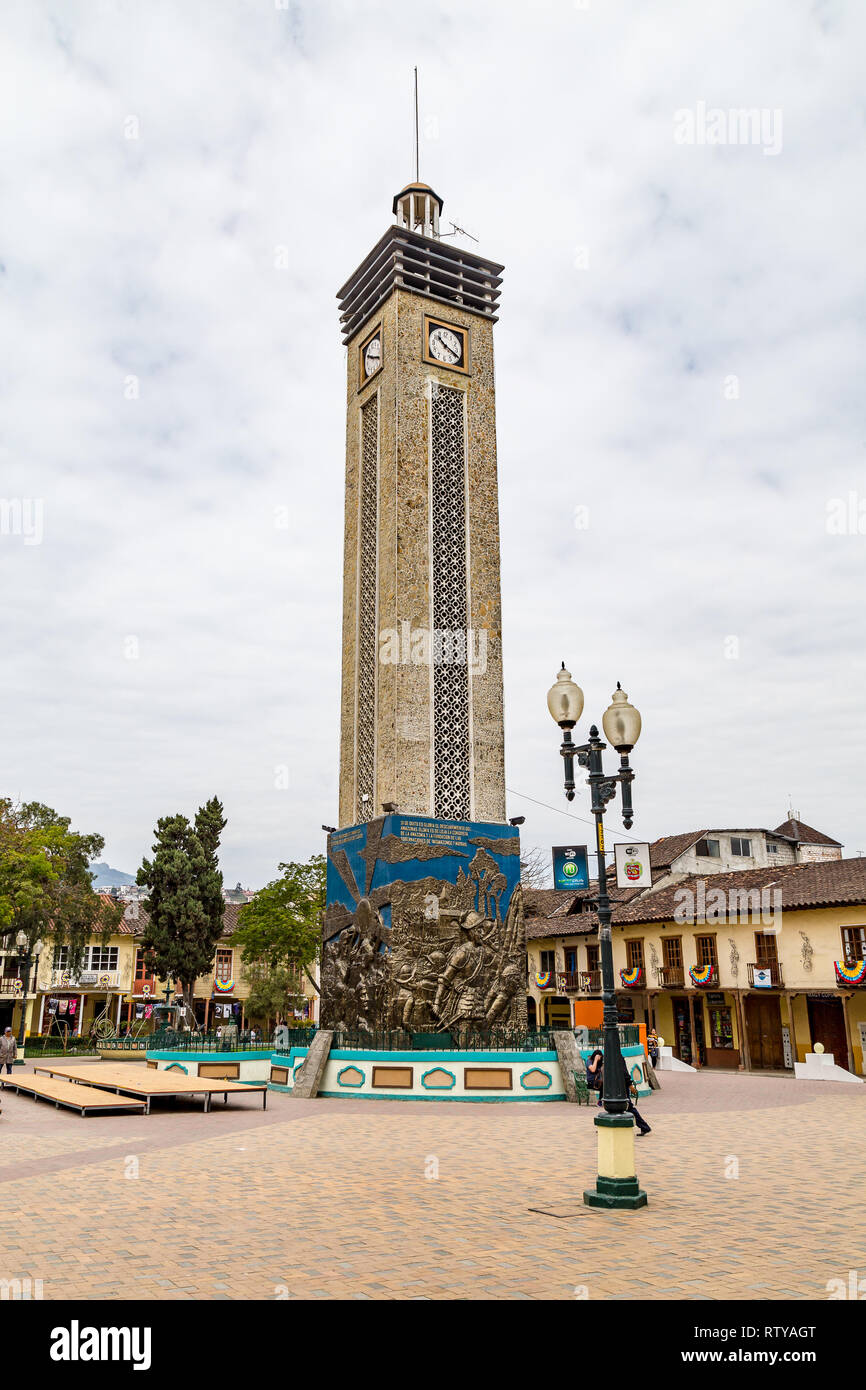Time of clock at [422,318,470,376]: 10:19
